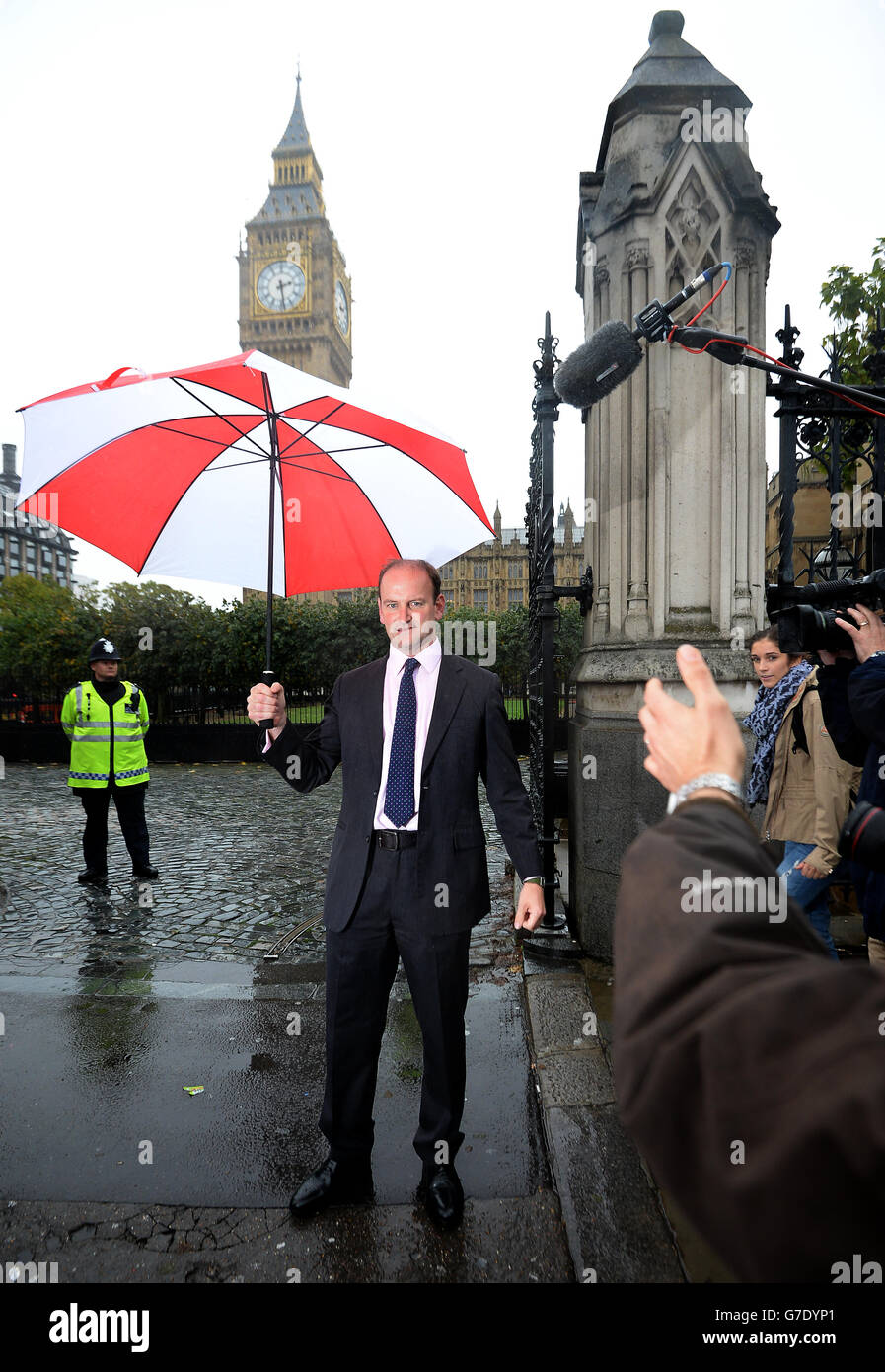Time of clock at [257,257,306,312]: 2:28
